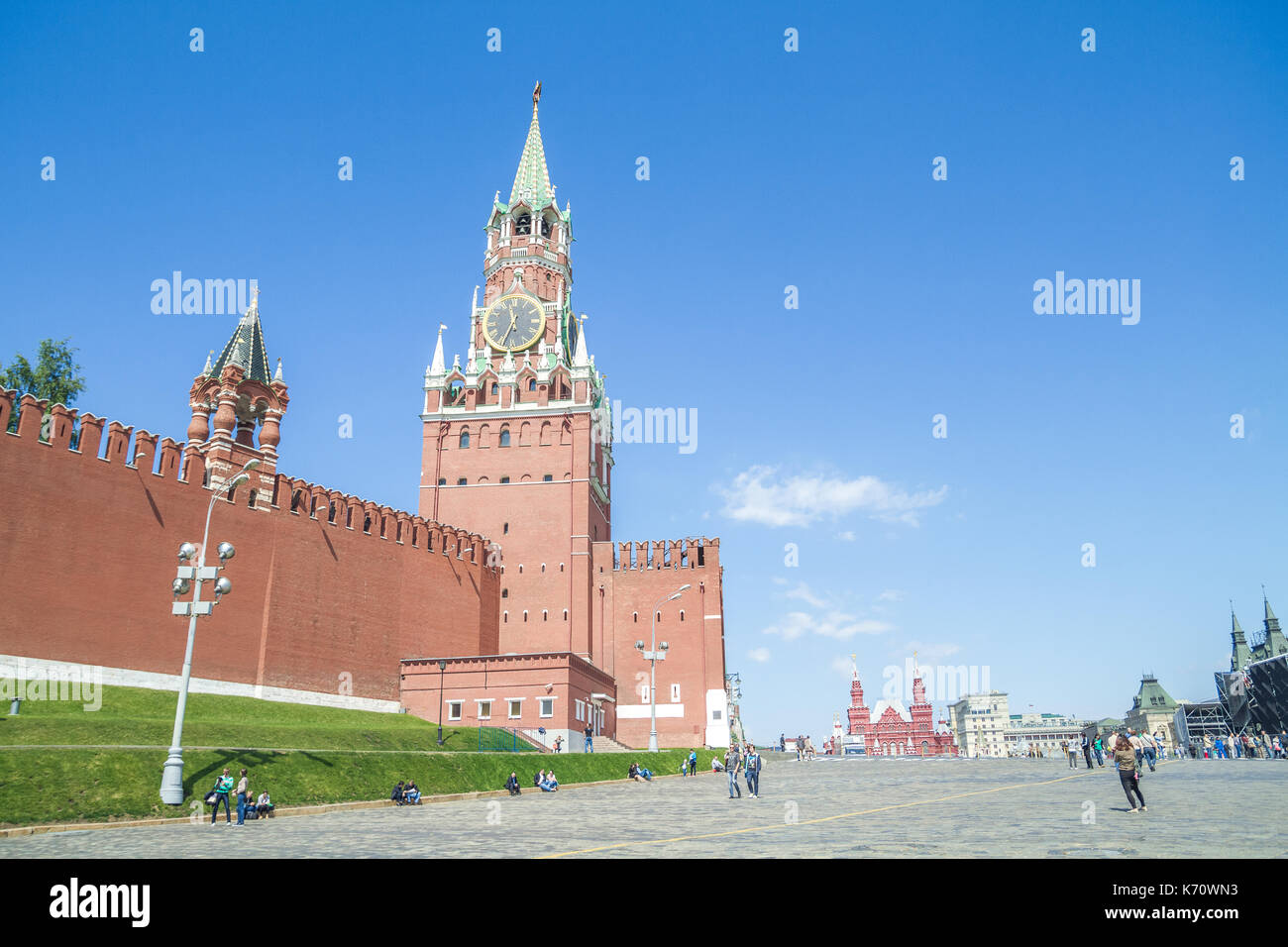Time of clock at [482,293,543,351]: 11:33
